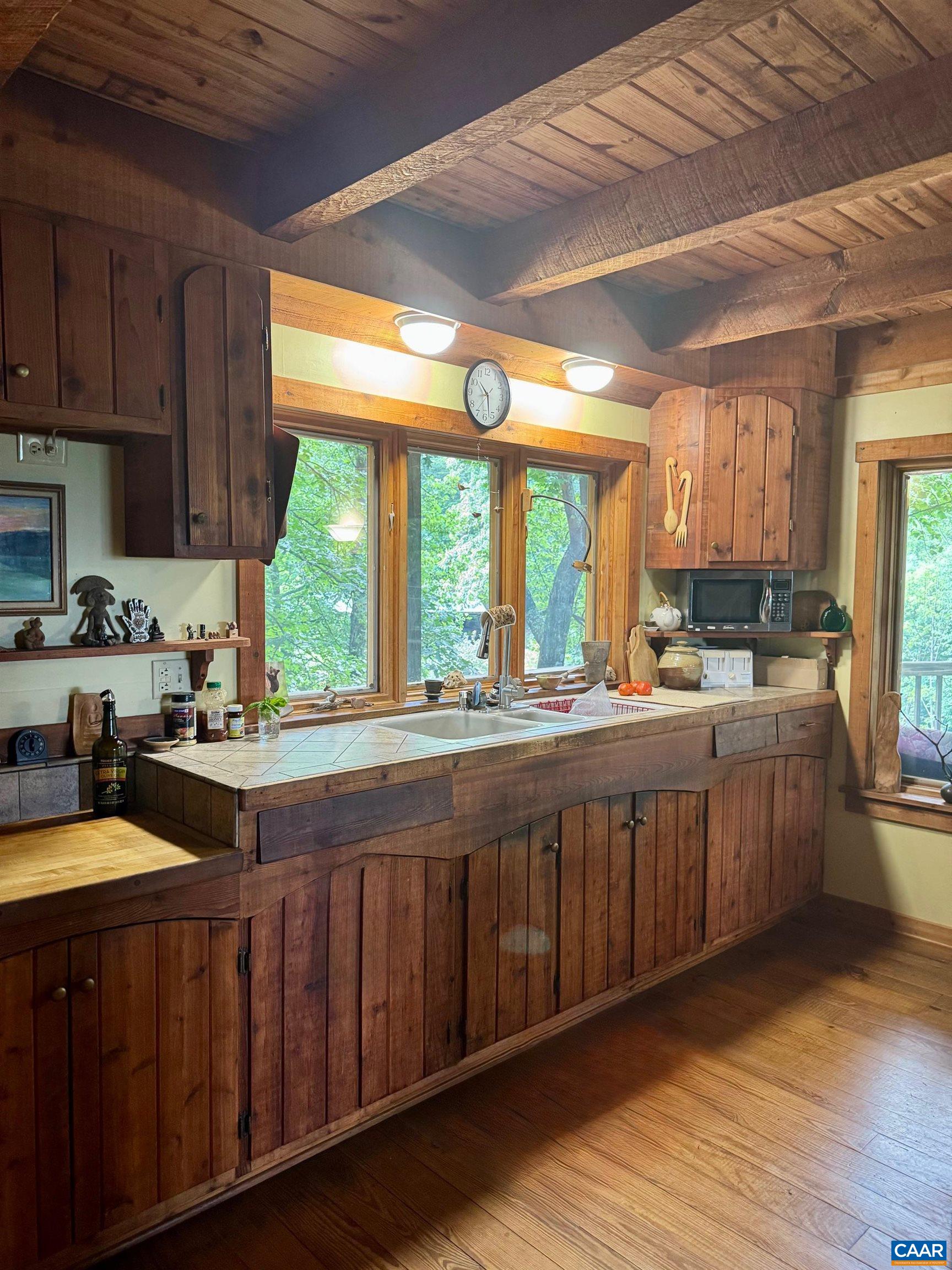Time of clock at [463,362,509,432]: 10:27
